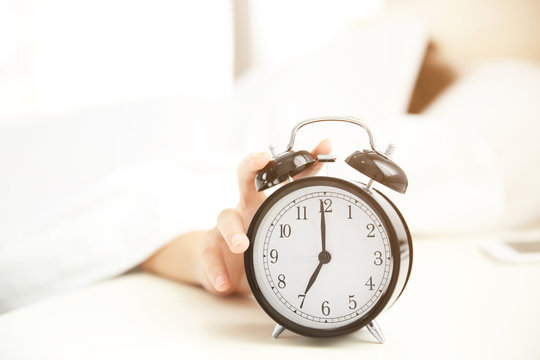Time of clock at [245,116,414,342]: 7:00
